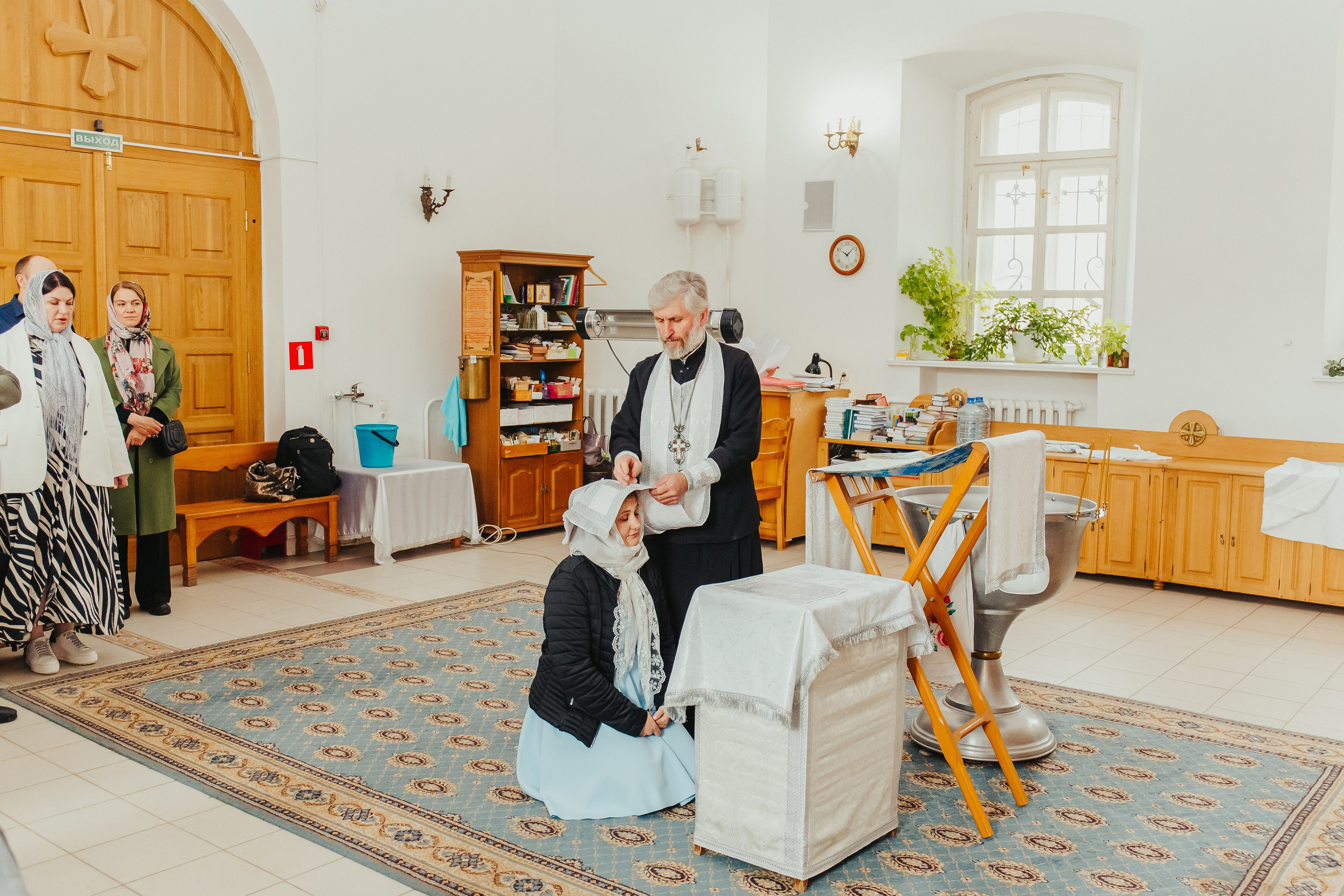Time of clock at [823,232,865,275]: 10:07
